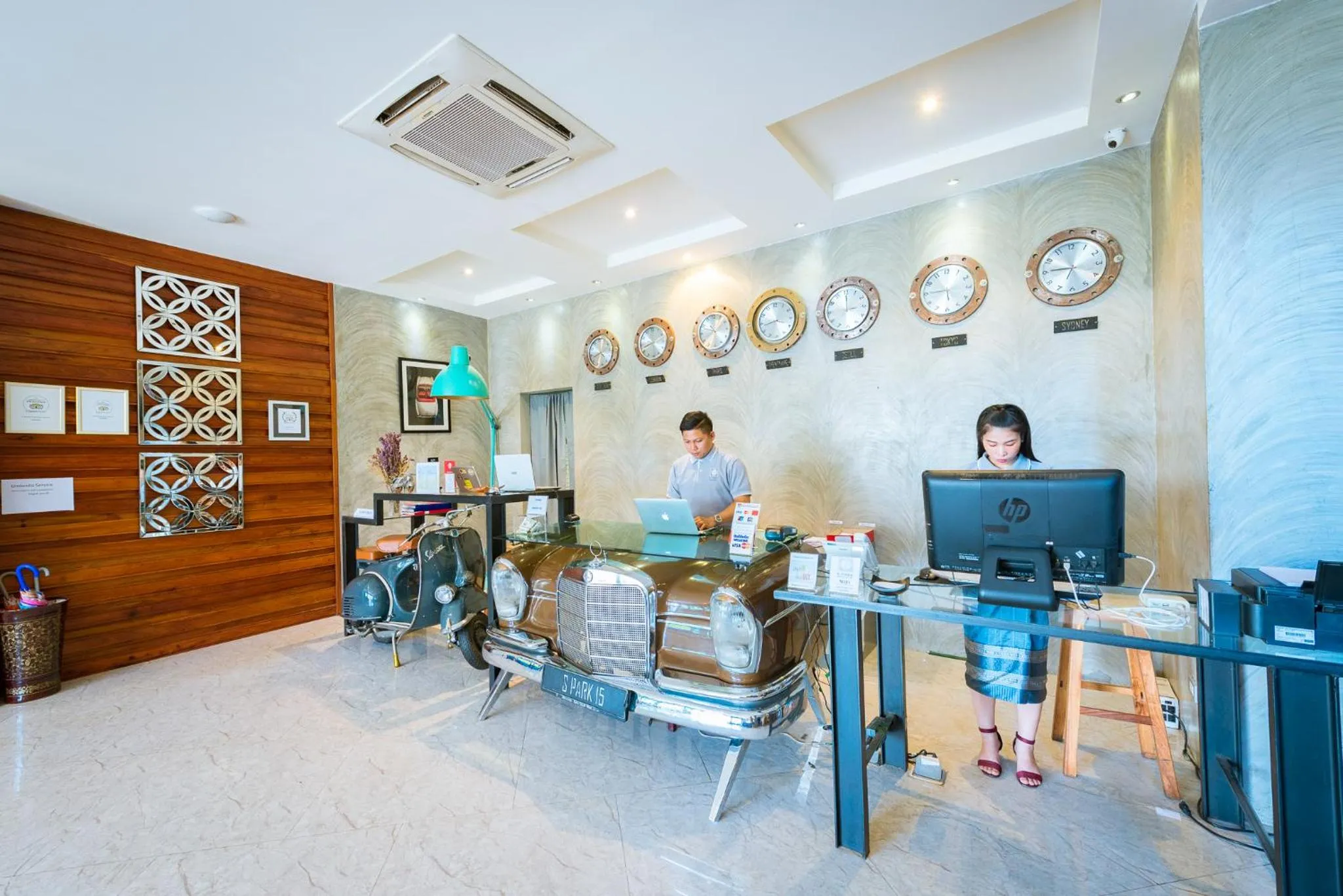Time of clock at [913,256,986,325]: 5:45
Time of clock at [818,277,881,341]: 2:59
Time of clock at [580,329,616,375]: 4:42
